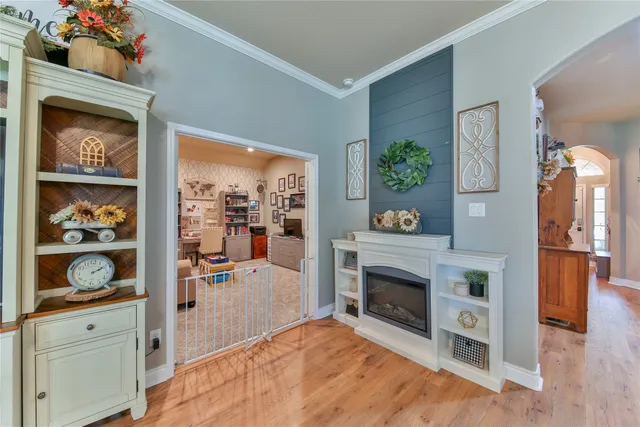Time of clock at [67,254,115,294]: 2:09
